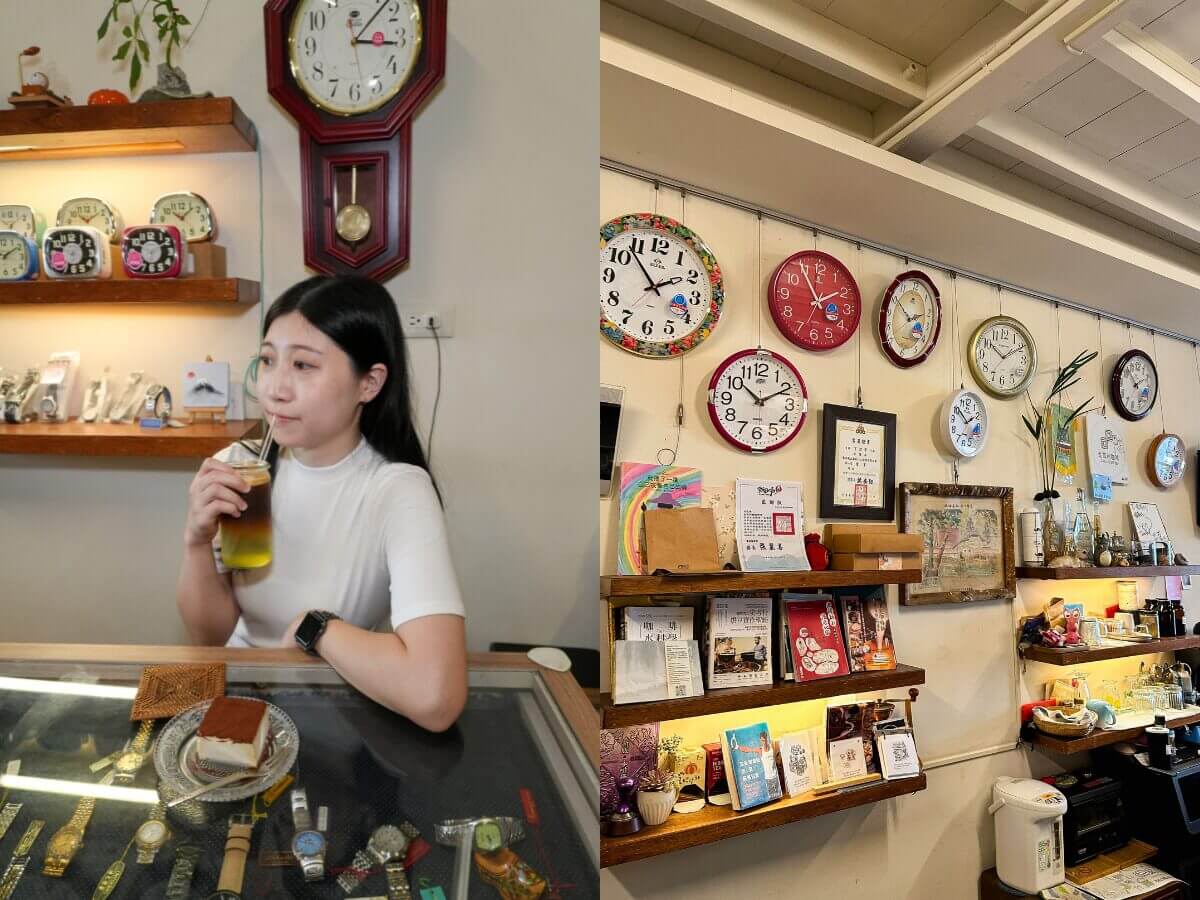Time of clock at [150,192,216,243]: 10:07
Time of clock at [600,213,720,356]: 1:53
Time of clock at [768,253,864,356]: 1:54
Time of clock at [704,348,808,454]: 10:10
